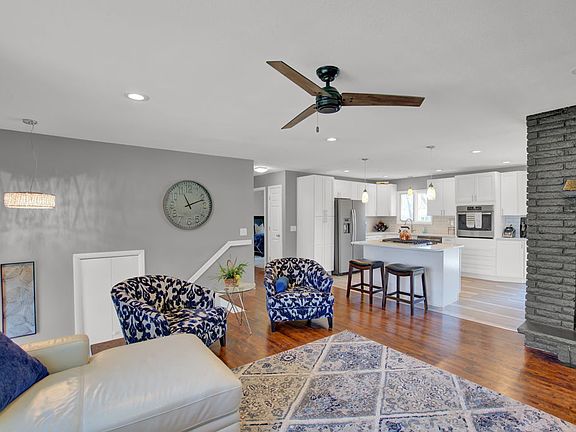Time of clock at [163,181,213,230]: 11:11
